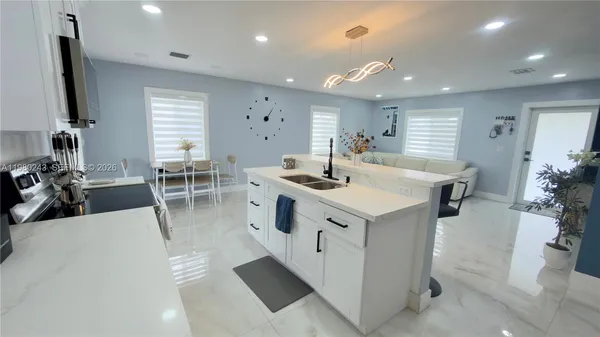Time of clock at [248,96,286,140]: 1:05
